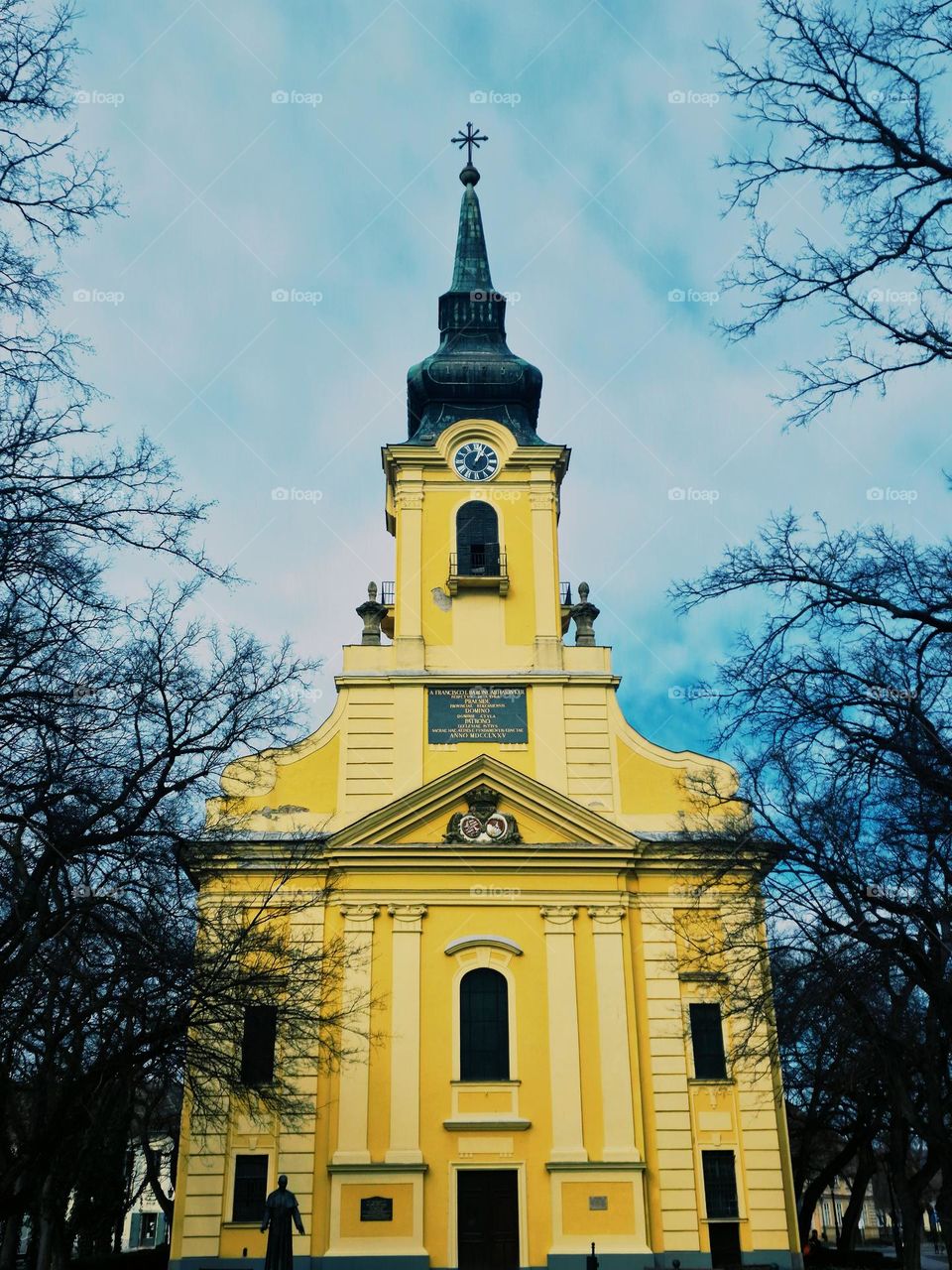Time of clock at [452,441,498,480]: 1:03
